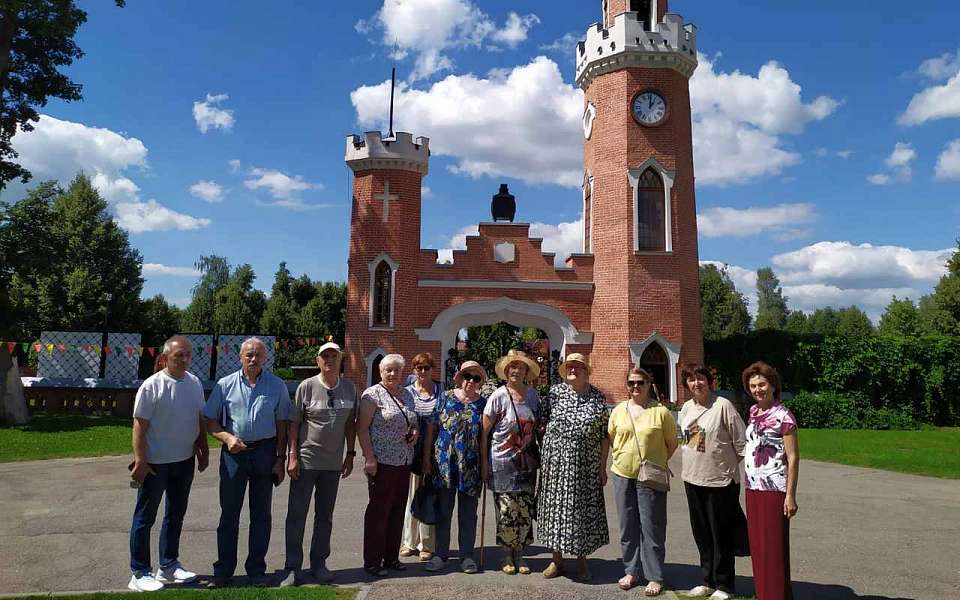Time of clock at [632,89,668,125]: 1:01
